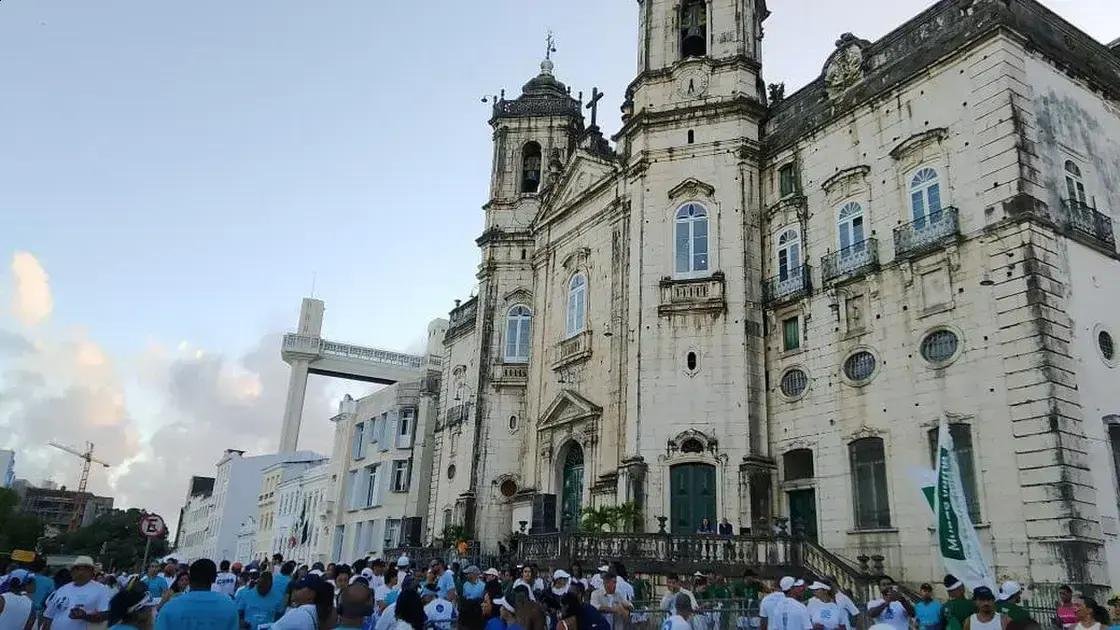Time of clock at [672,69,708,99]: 5:31
